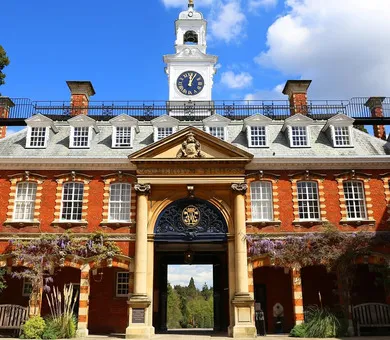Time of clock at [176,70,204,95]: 12:04
